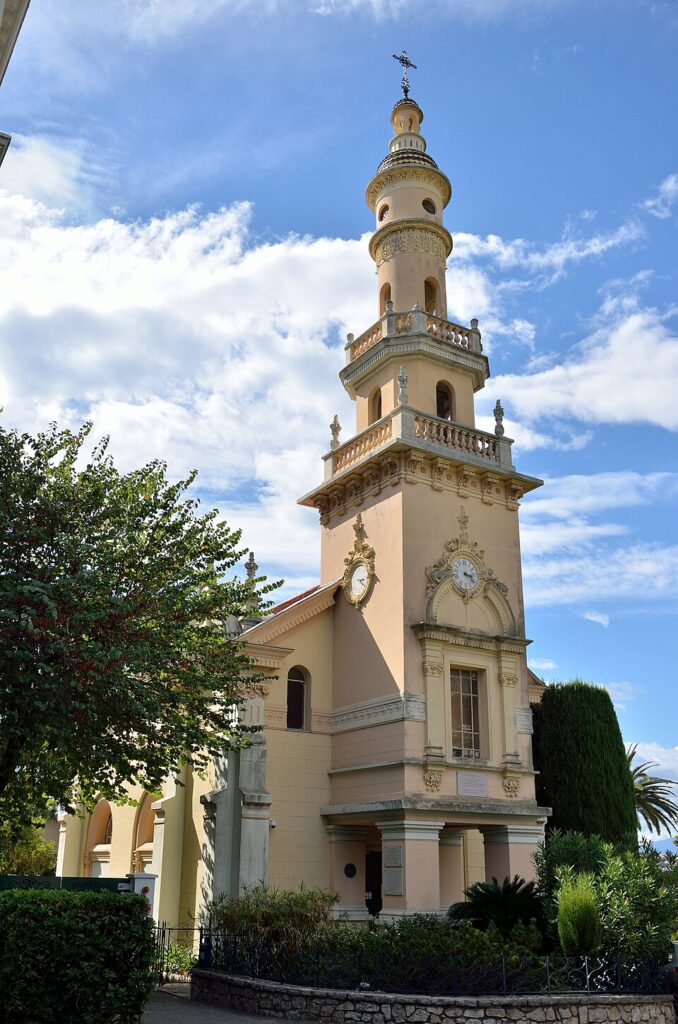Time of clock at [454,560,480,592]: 3:22
